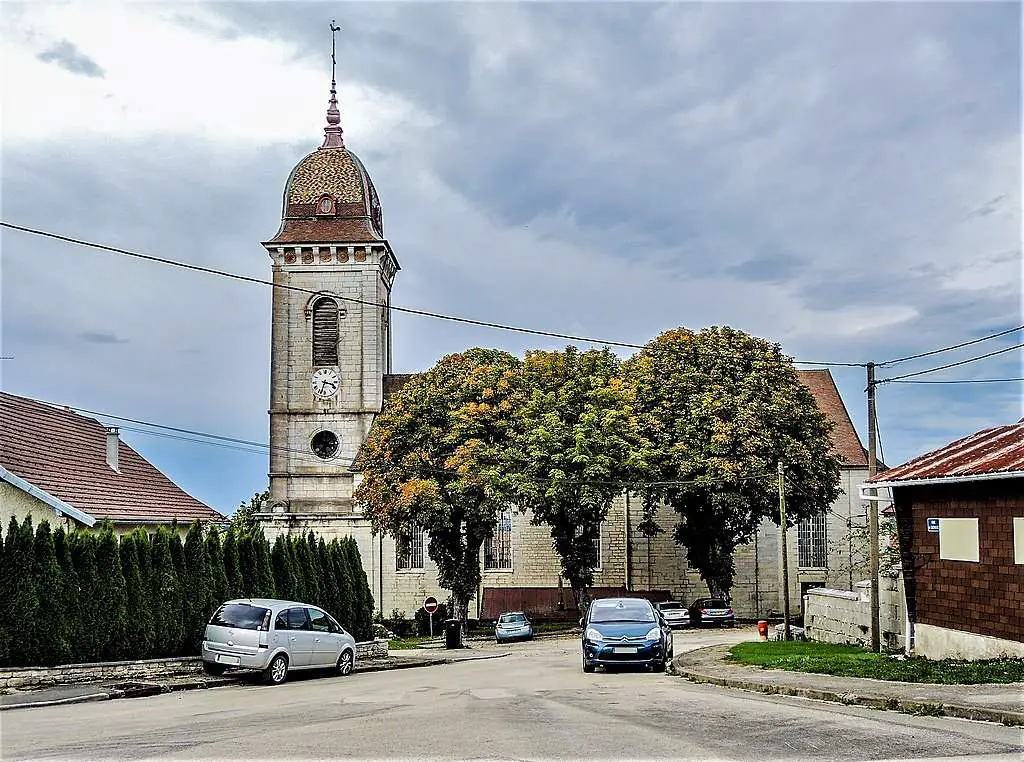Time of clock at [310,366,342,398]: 3:33
